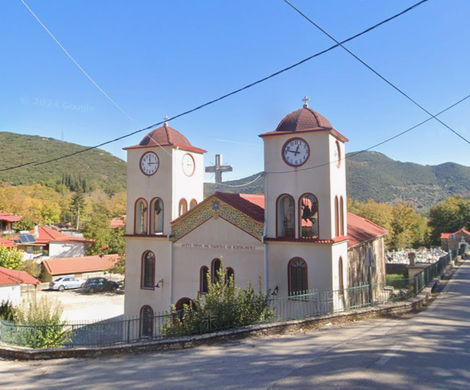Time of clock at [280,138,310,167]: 12:47
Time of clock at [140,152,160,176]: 12:14
